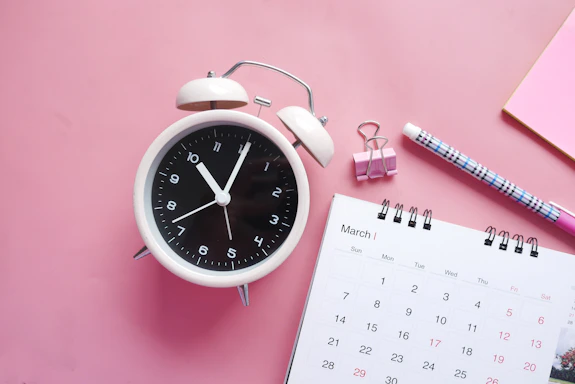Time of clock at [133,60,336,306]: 11:05
